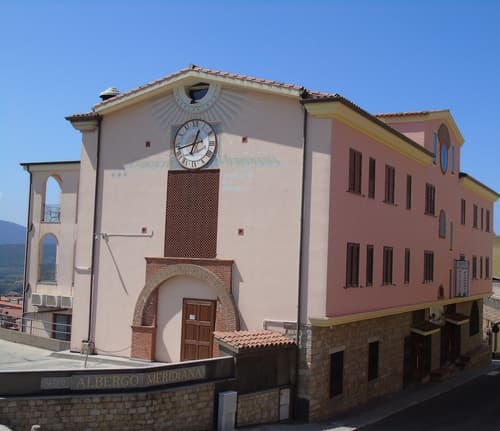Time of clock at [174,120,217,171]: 12:42
